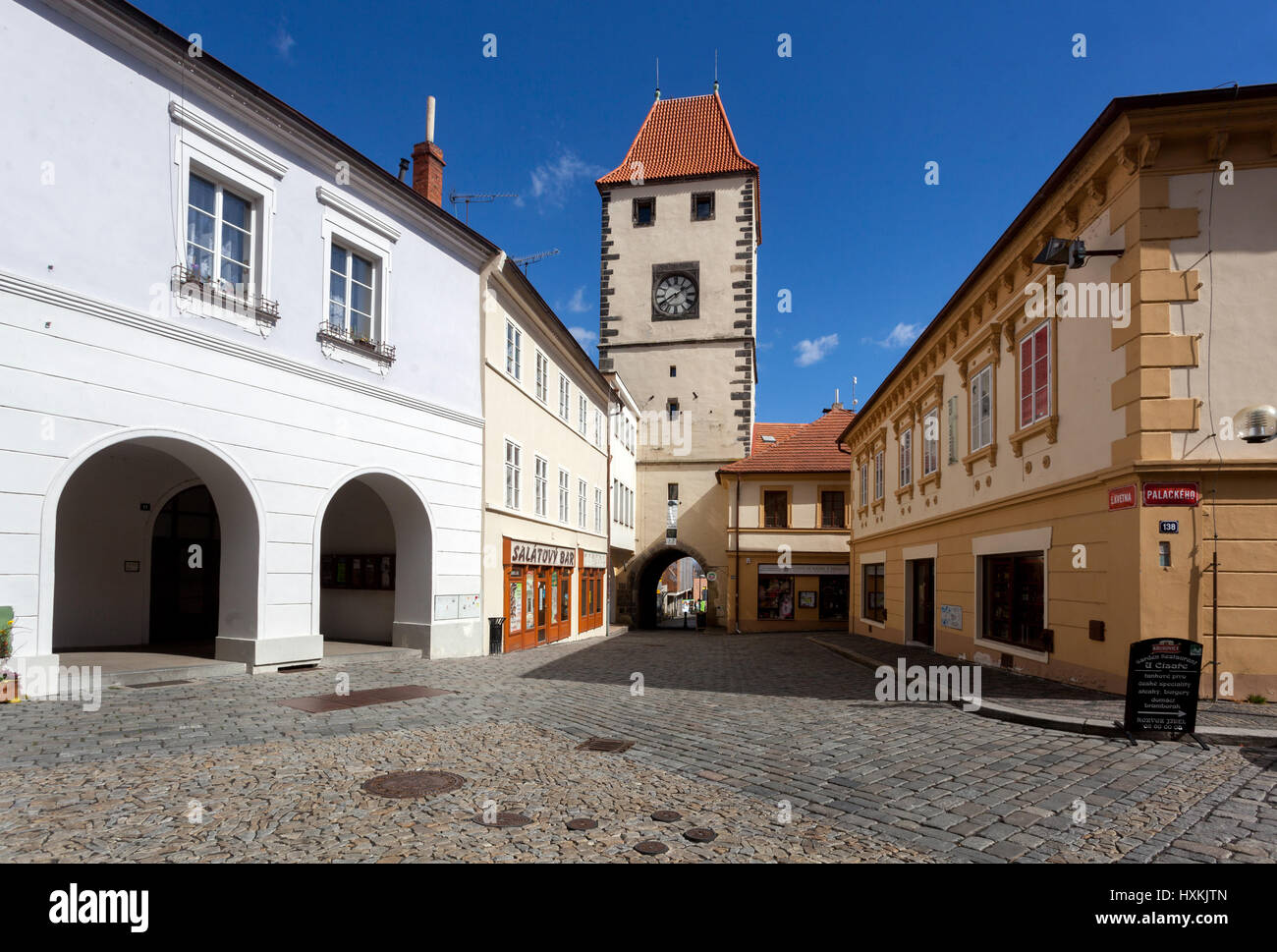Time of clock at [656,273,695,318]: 1:39
